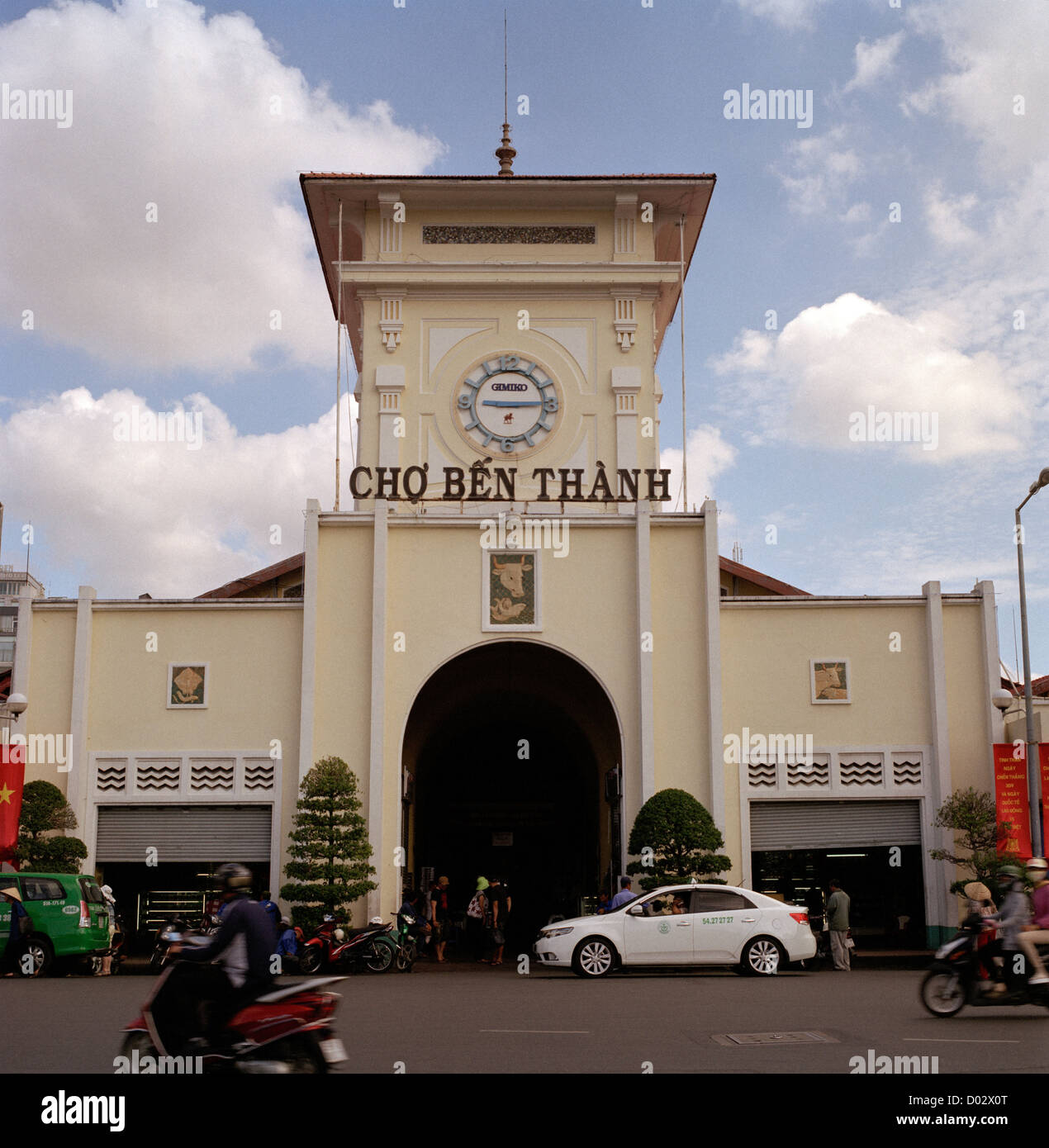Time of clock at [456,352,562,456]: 9:14
